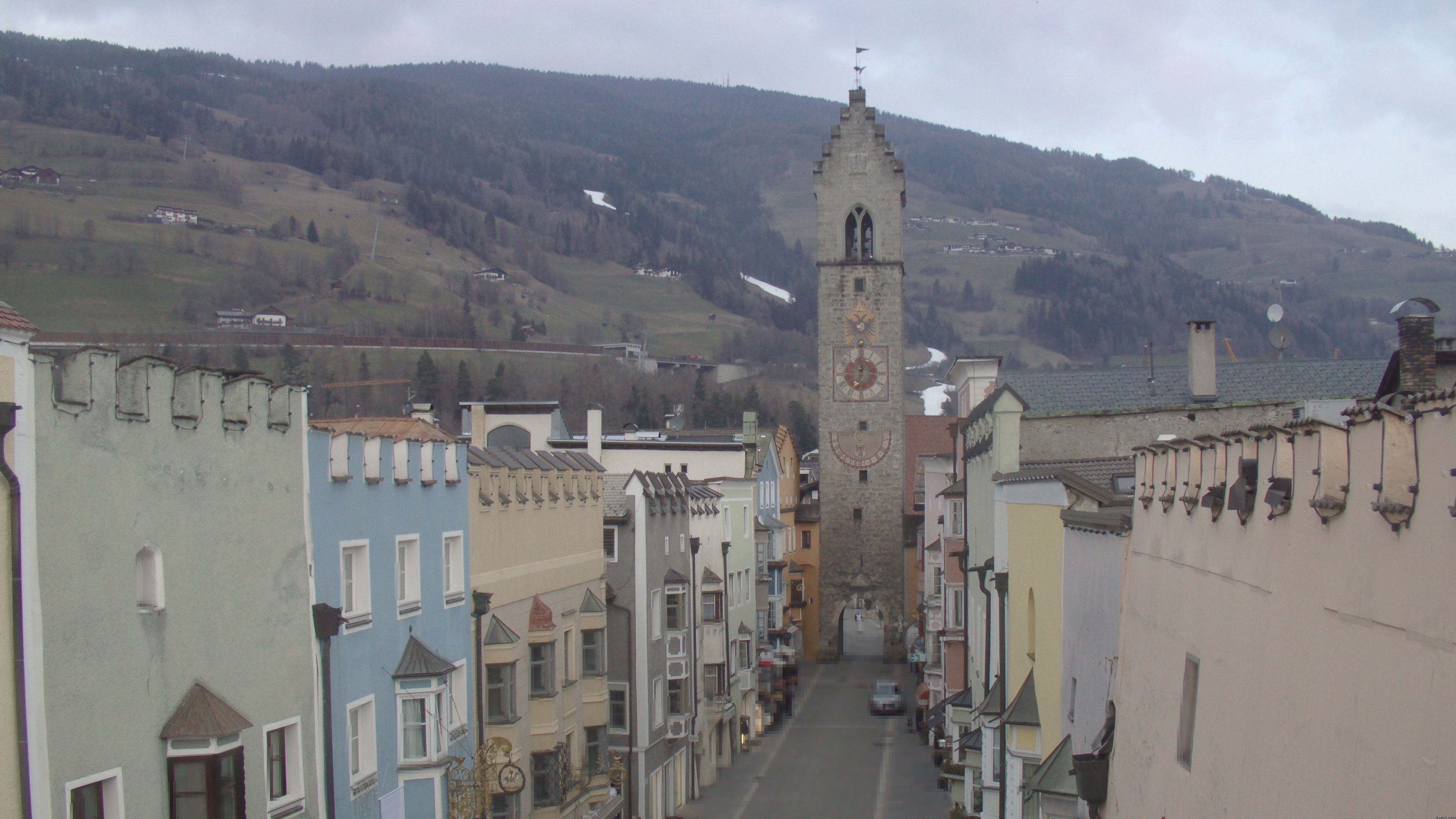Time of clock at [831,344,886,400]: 12:00
